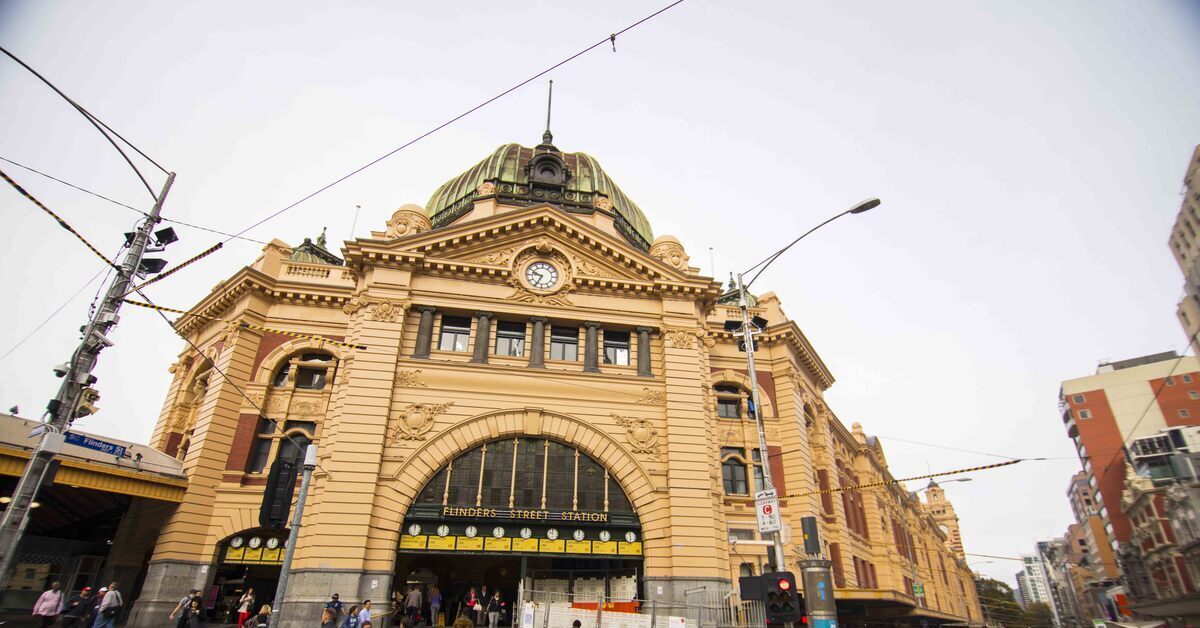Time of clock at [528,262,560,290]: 9:34
